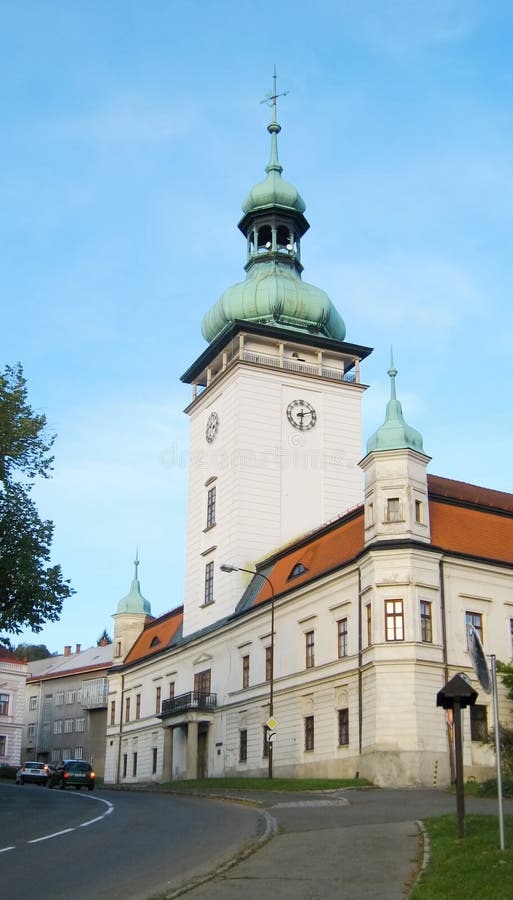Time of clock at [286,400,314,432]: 6:11
